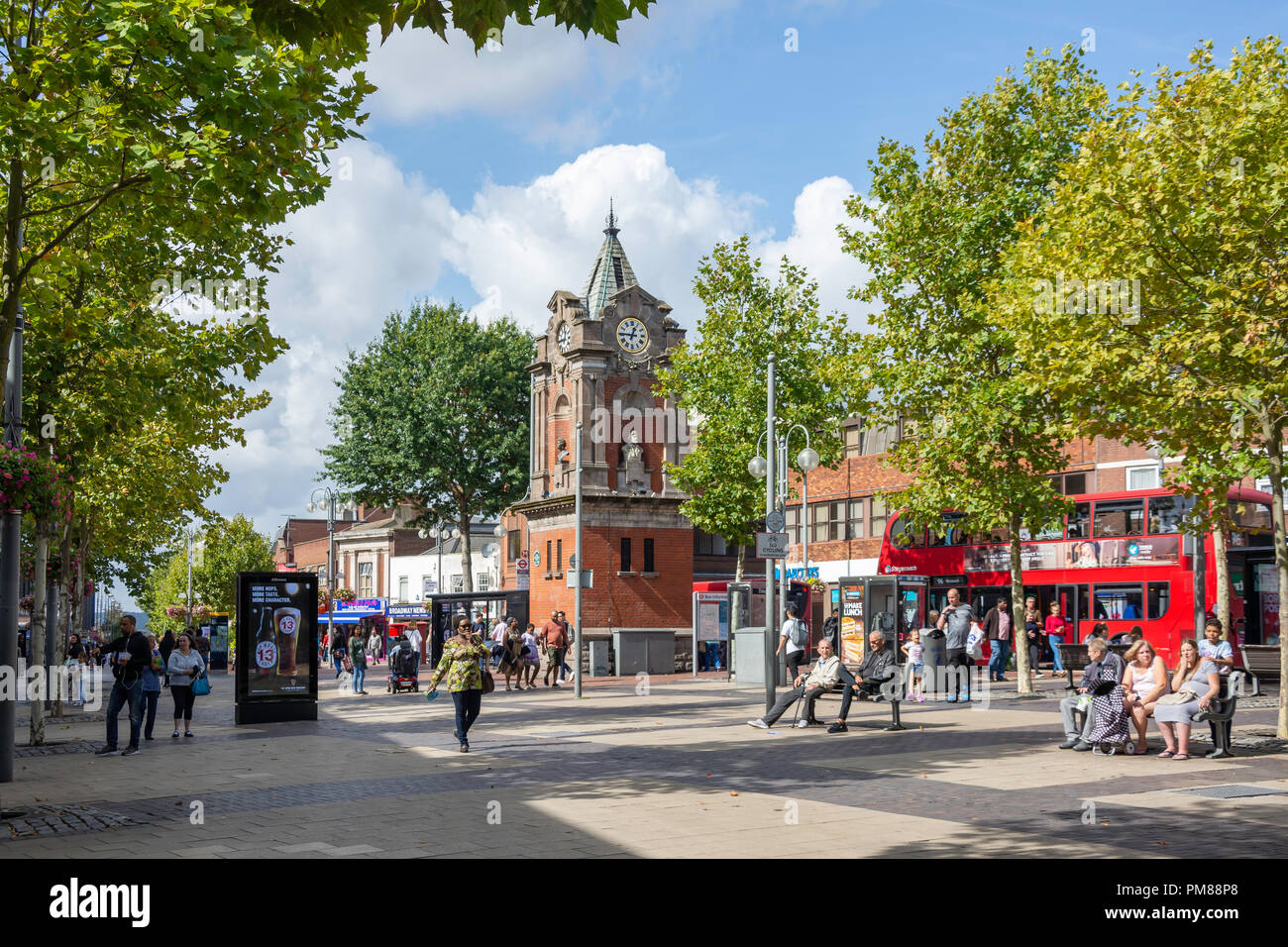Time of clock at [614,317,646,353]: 12:45
